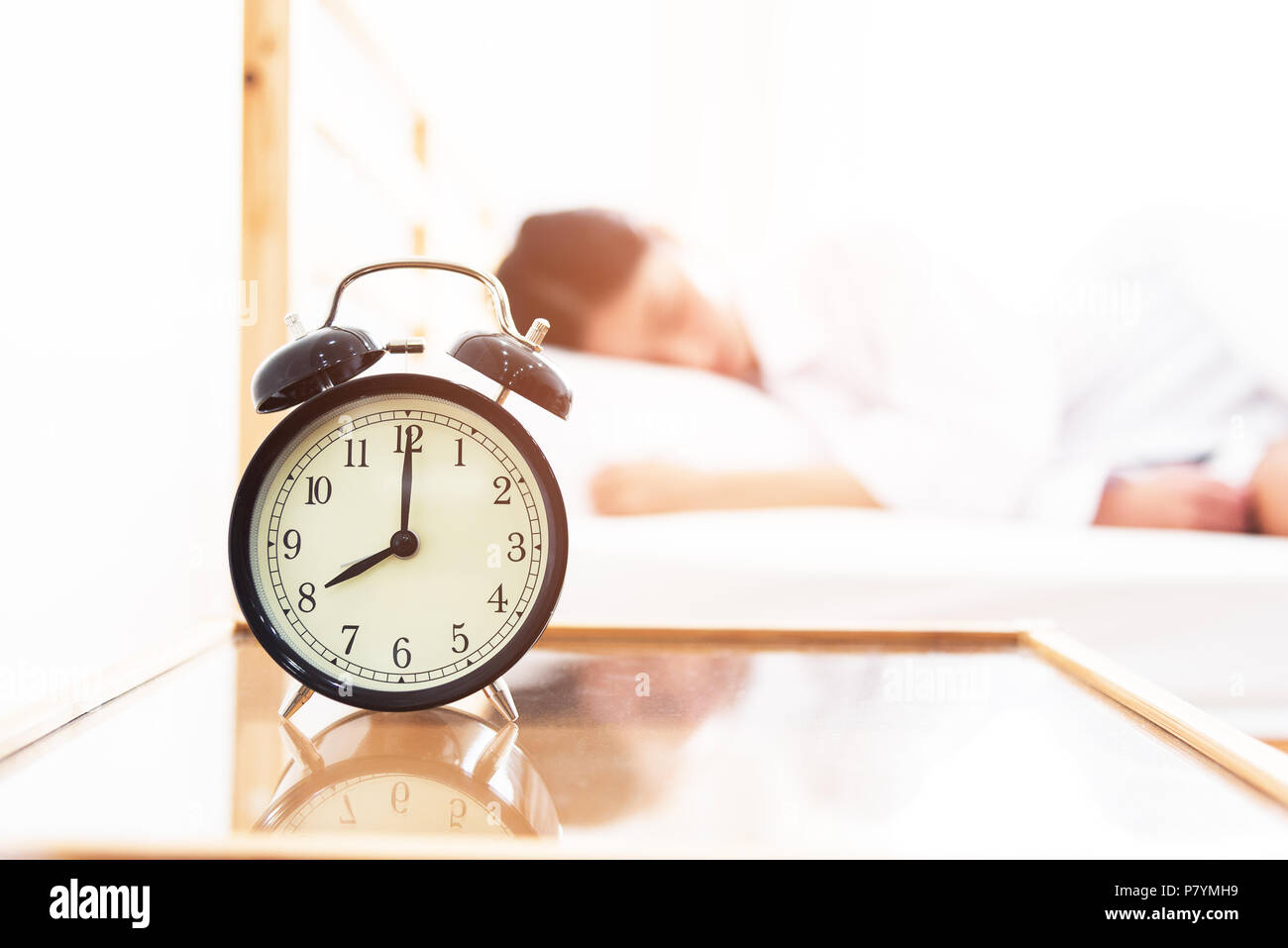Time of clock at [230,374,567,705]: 8:00
